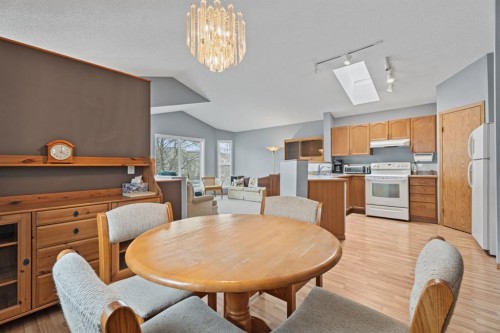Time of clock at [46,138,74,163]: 4:01
